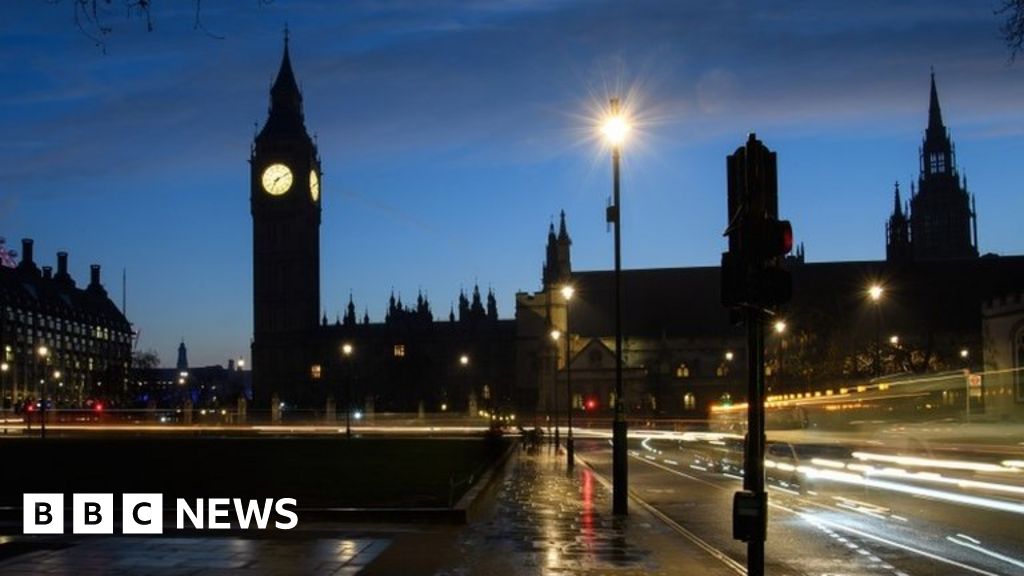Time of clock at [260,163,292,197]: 7:10
